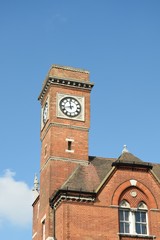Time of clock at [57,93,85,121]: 11:42
